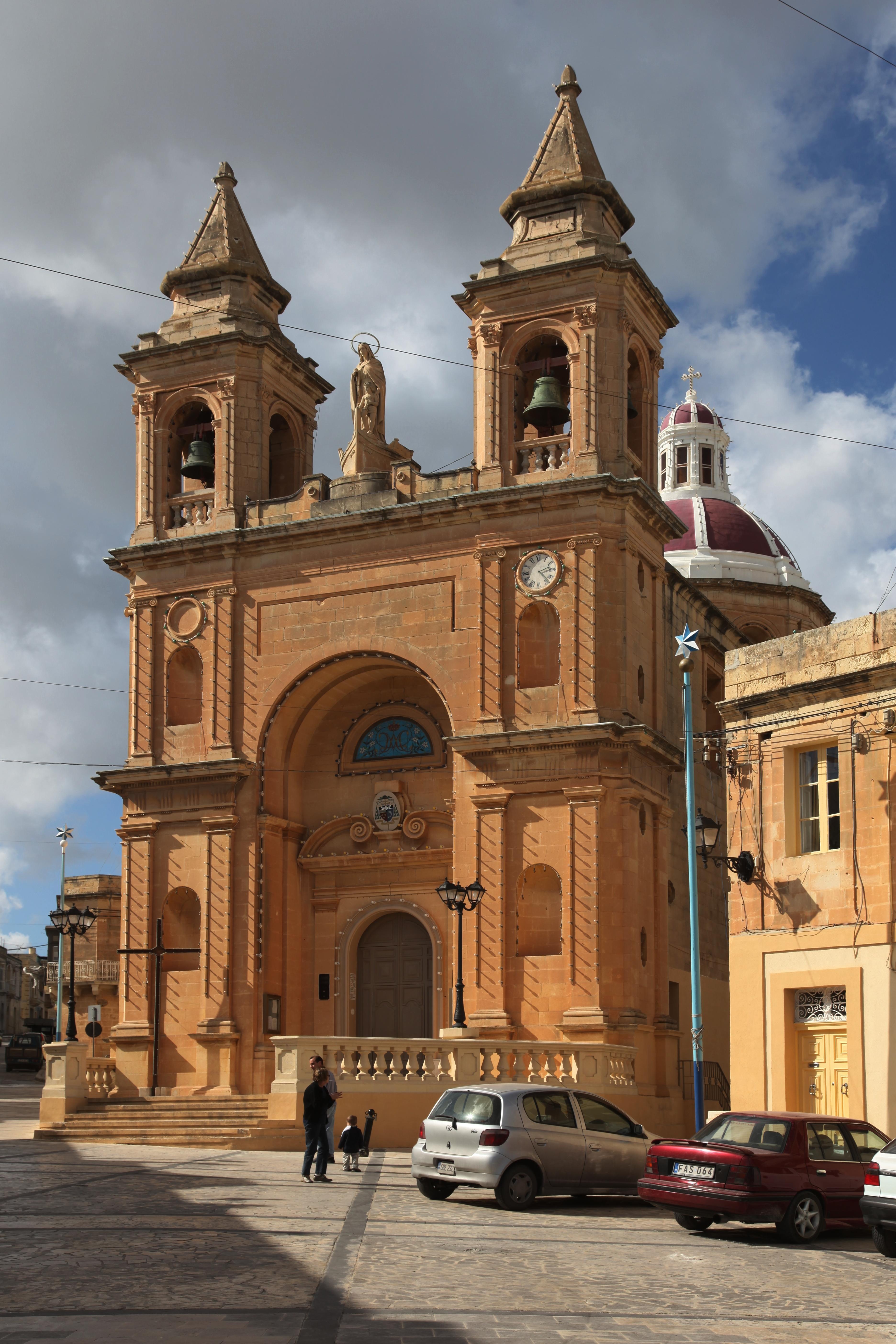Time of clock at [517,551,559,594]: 2:23
